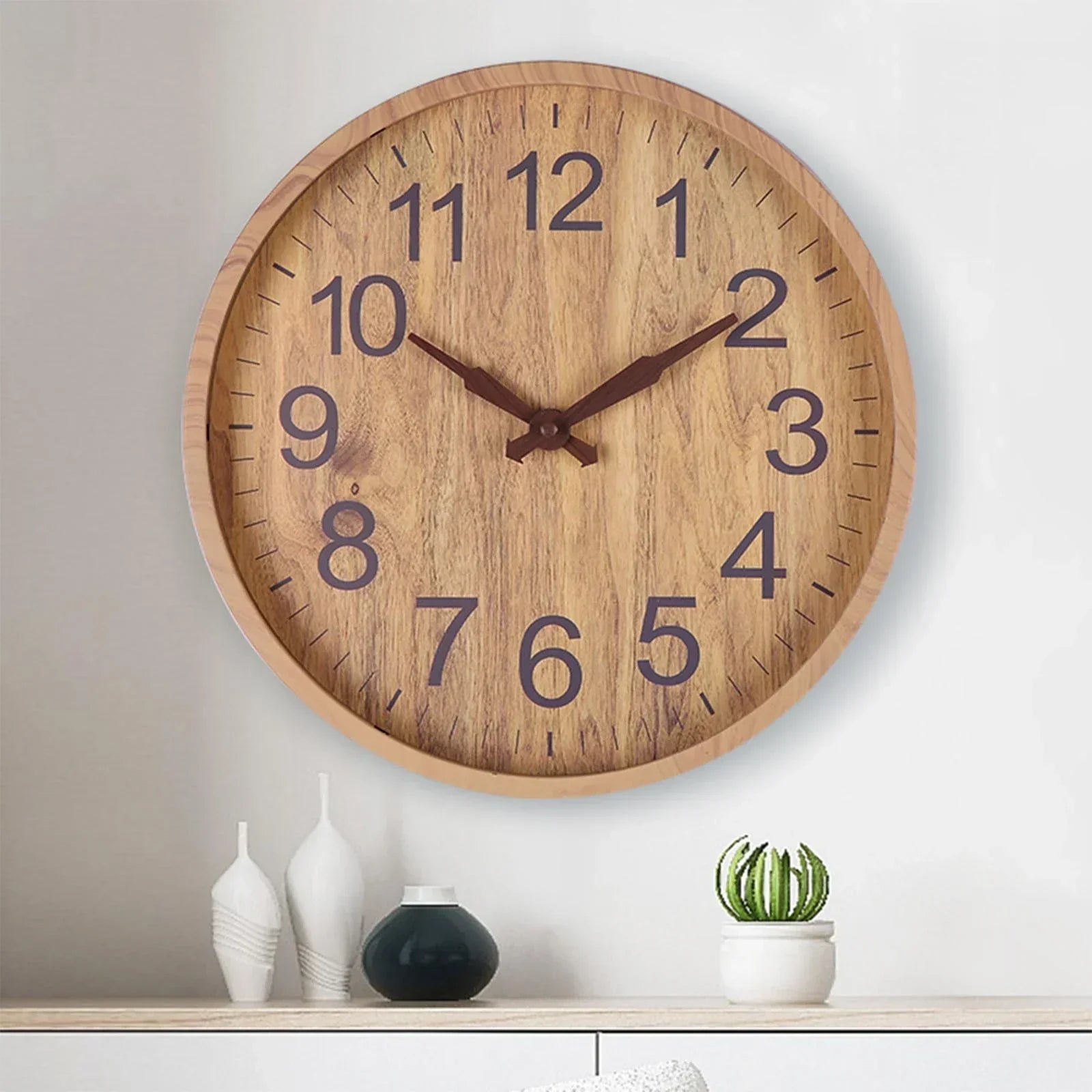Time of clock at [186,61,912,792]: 10:09
